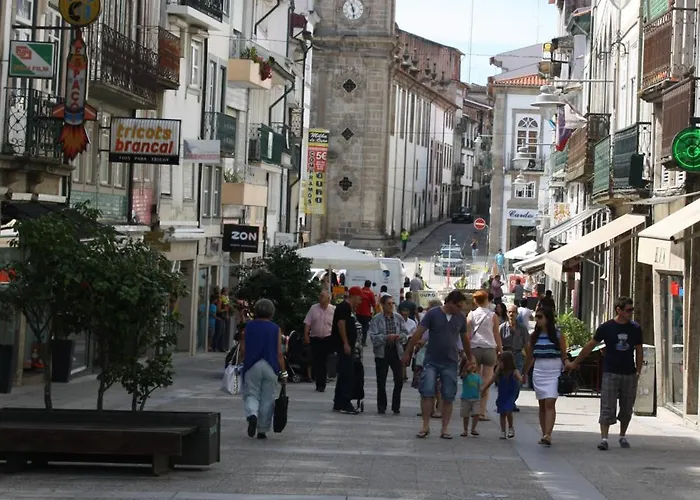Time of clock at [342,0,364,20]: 11:28
